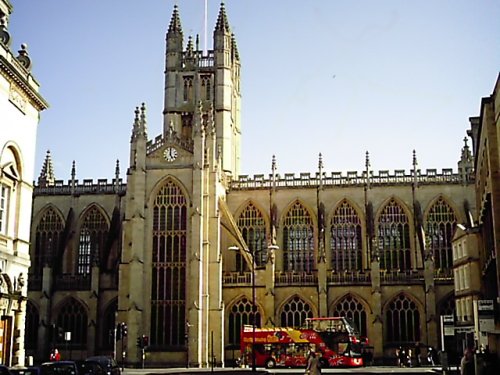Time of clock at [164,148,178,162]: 5:00
